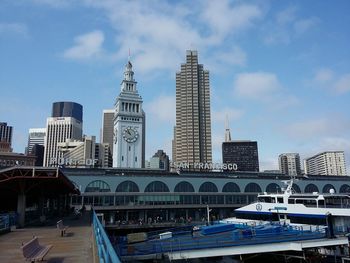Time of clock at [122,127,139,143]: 10:51
